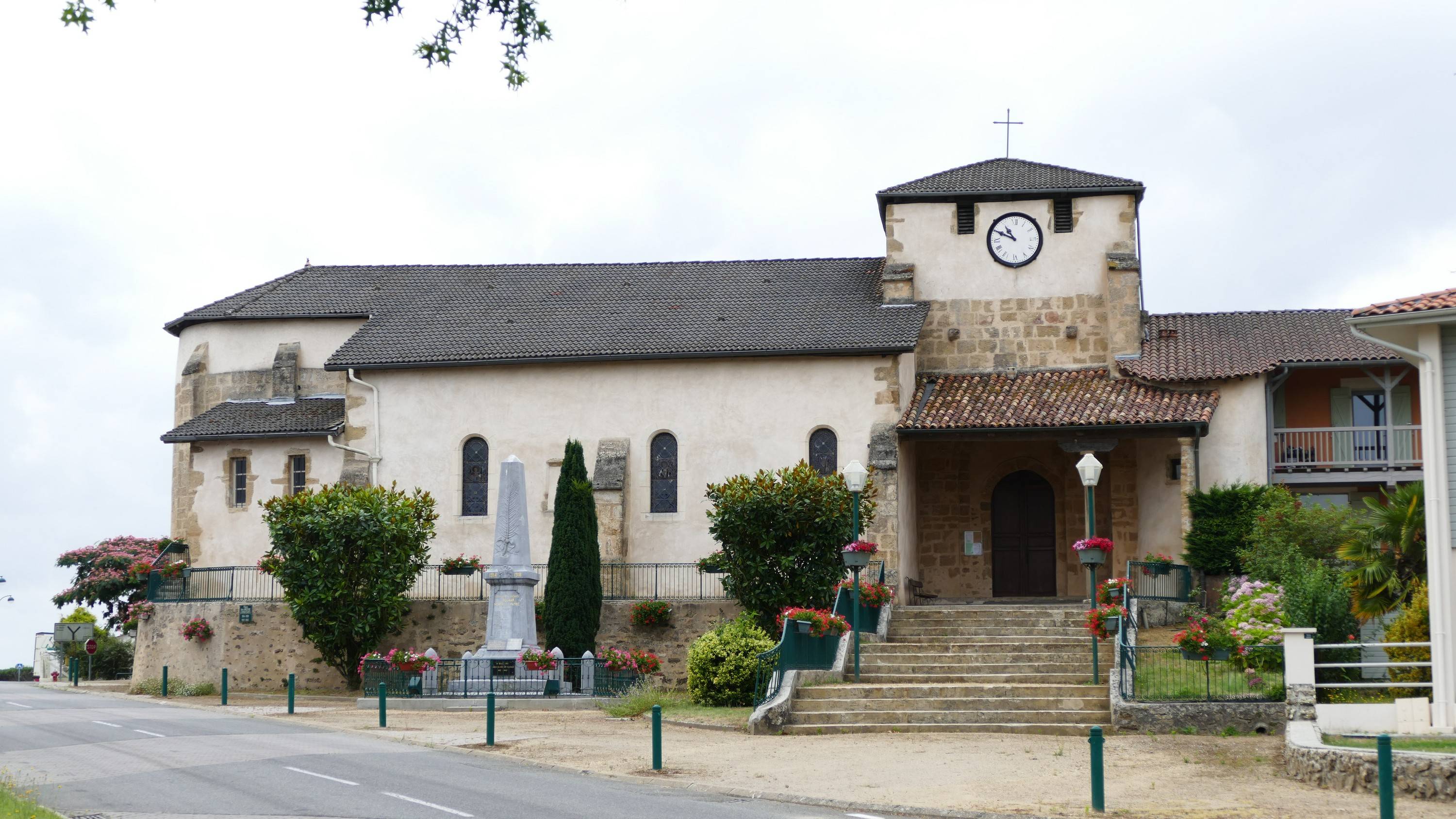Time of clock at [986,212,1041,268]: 10:49
